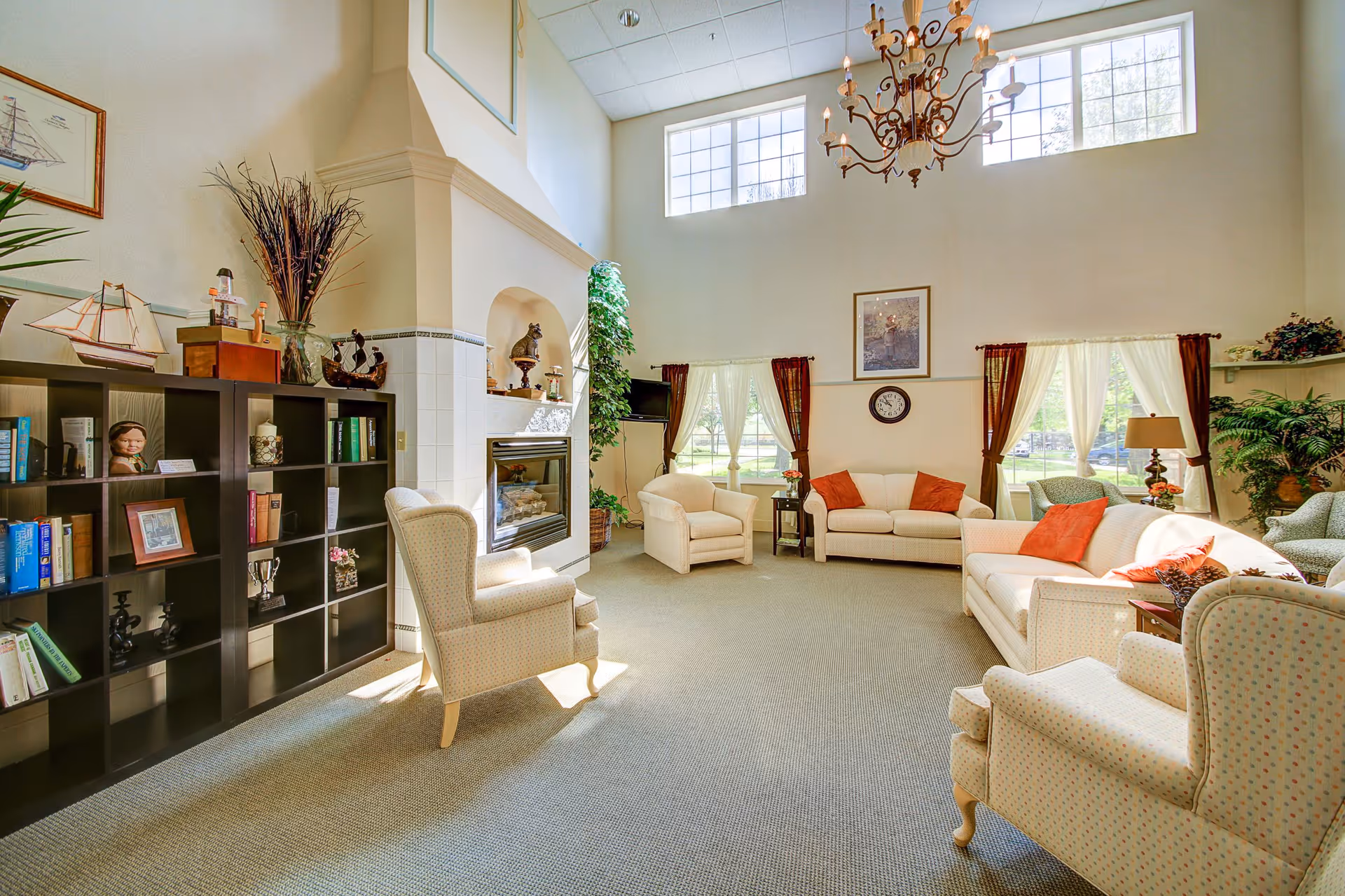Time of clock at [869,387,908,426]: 10:49
